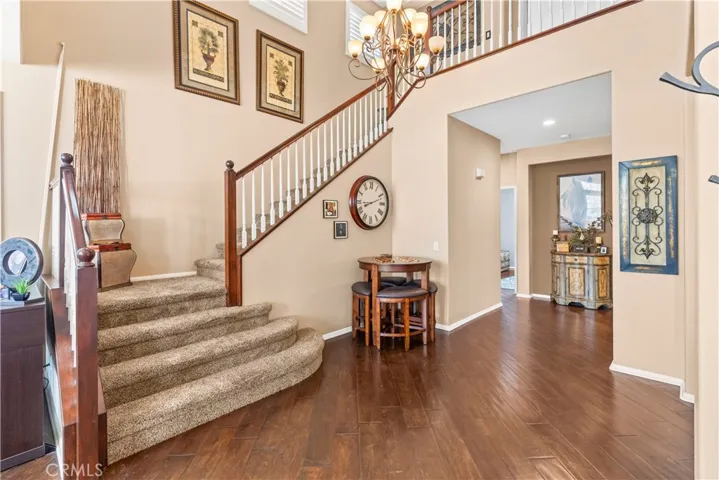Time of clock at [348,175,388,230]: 8:11
